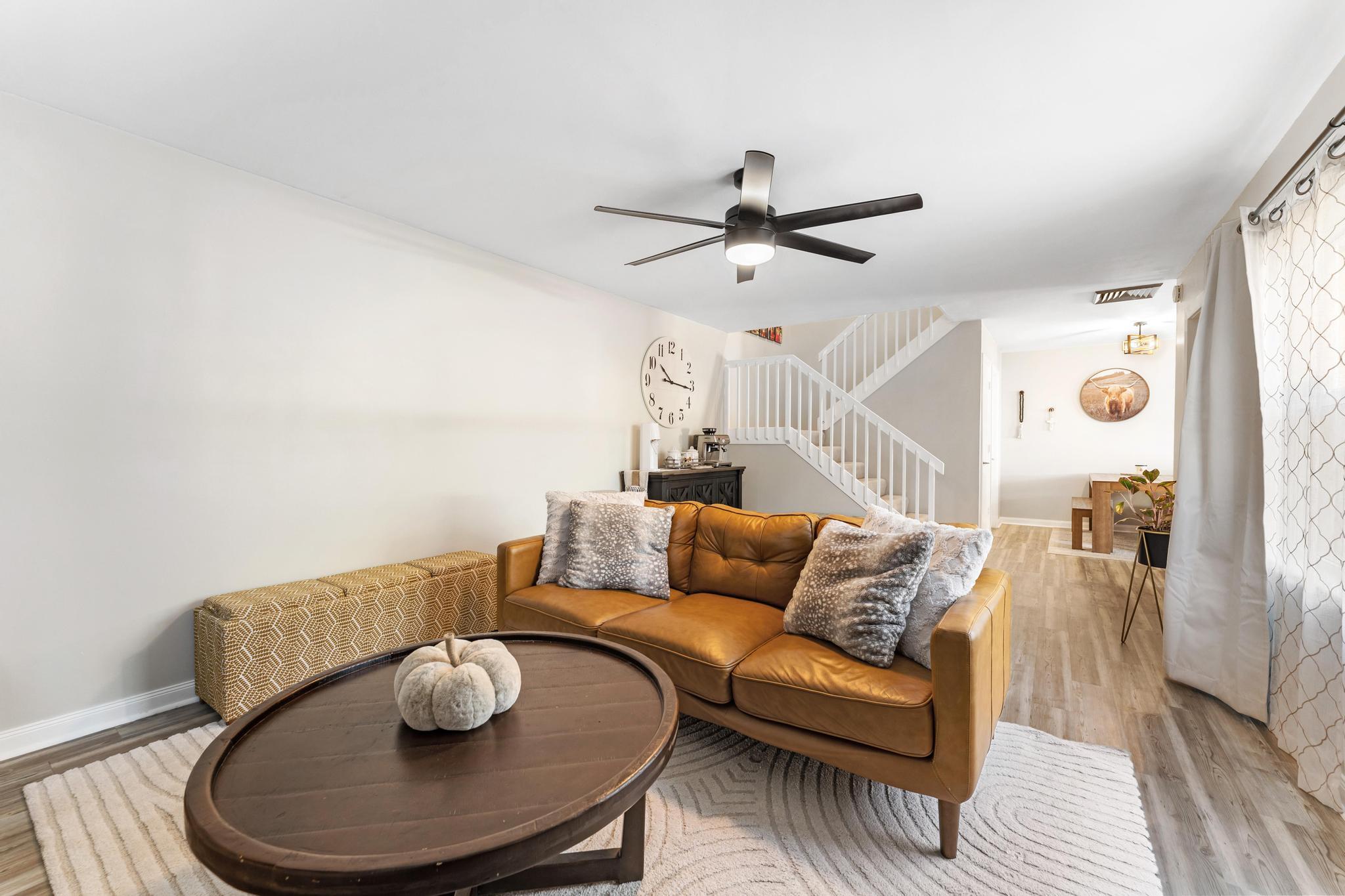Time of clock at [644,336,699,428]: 10:16
